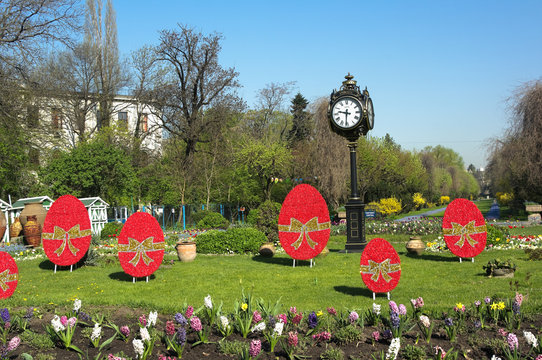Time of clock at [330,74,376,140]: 9:31
